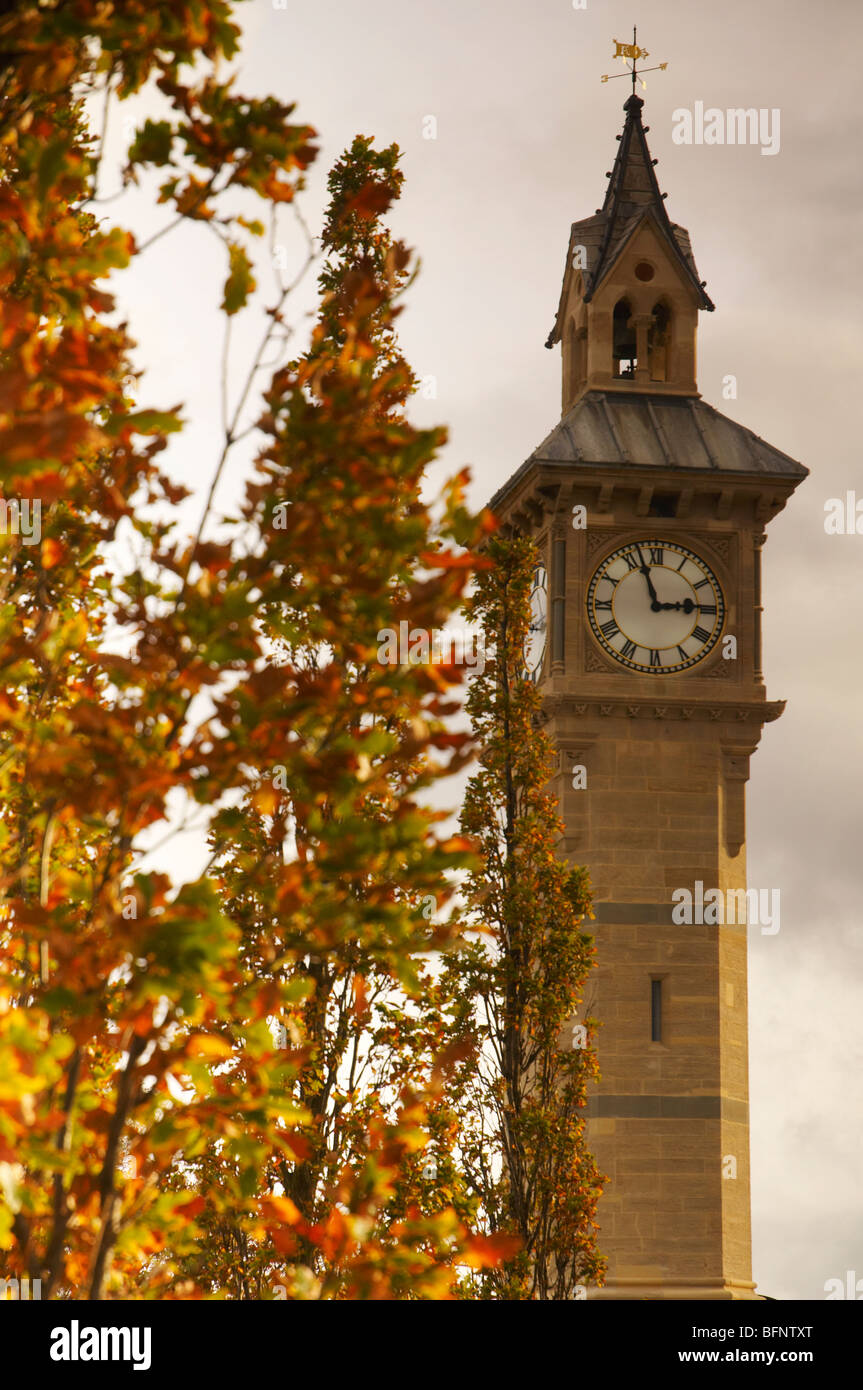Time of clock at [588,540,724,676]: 2:56
